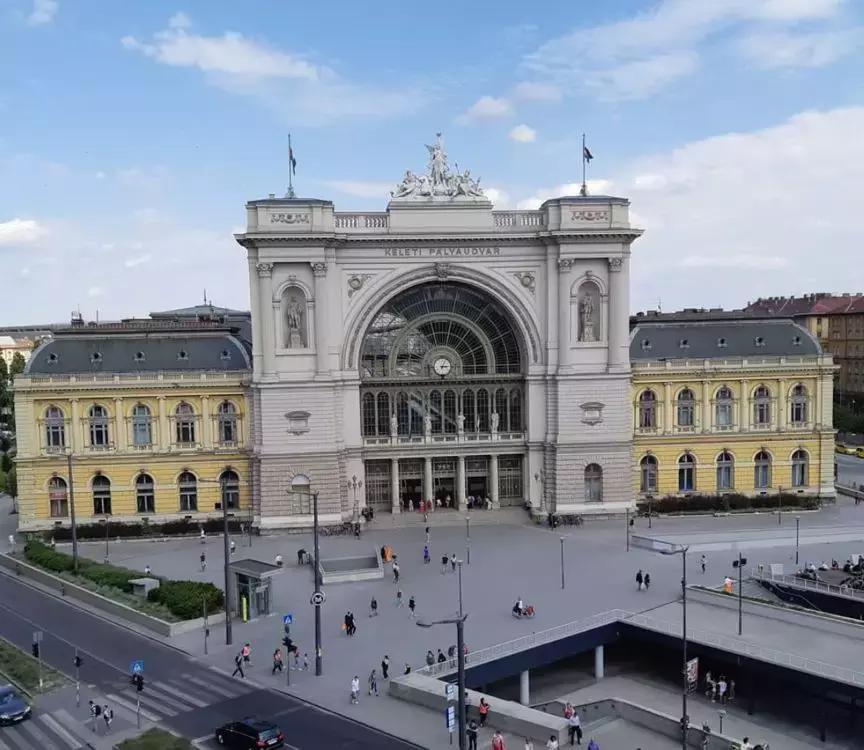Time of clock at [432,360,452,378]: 3:04
